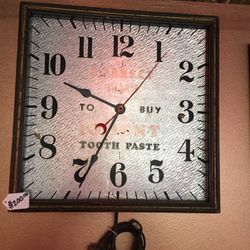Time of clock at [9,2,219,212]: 9:34
